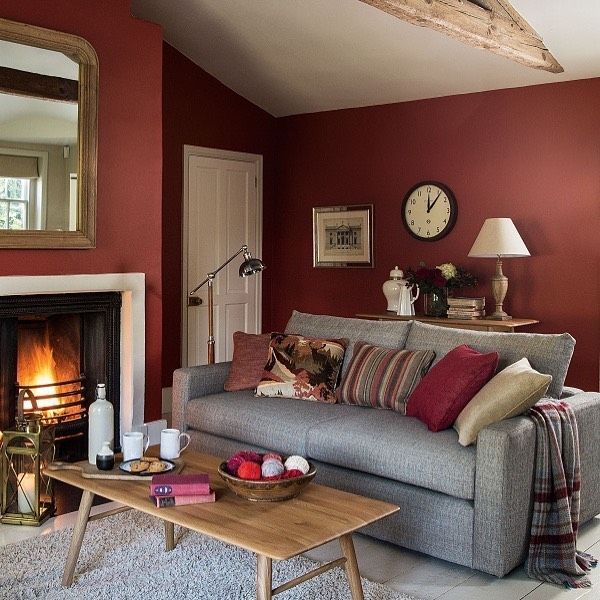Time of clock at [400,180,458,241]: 12:06
